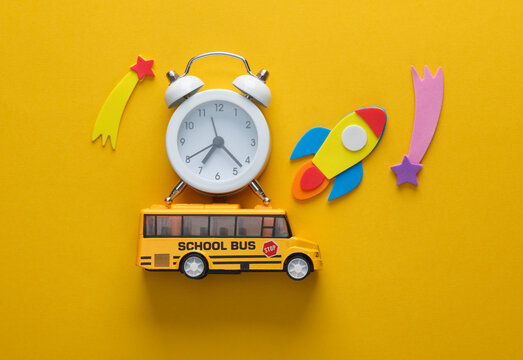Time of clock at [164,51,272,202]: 7:22
